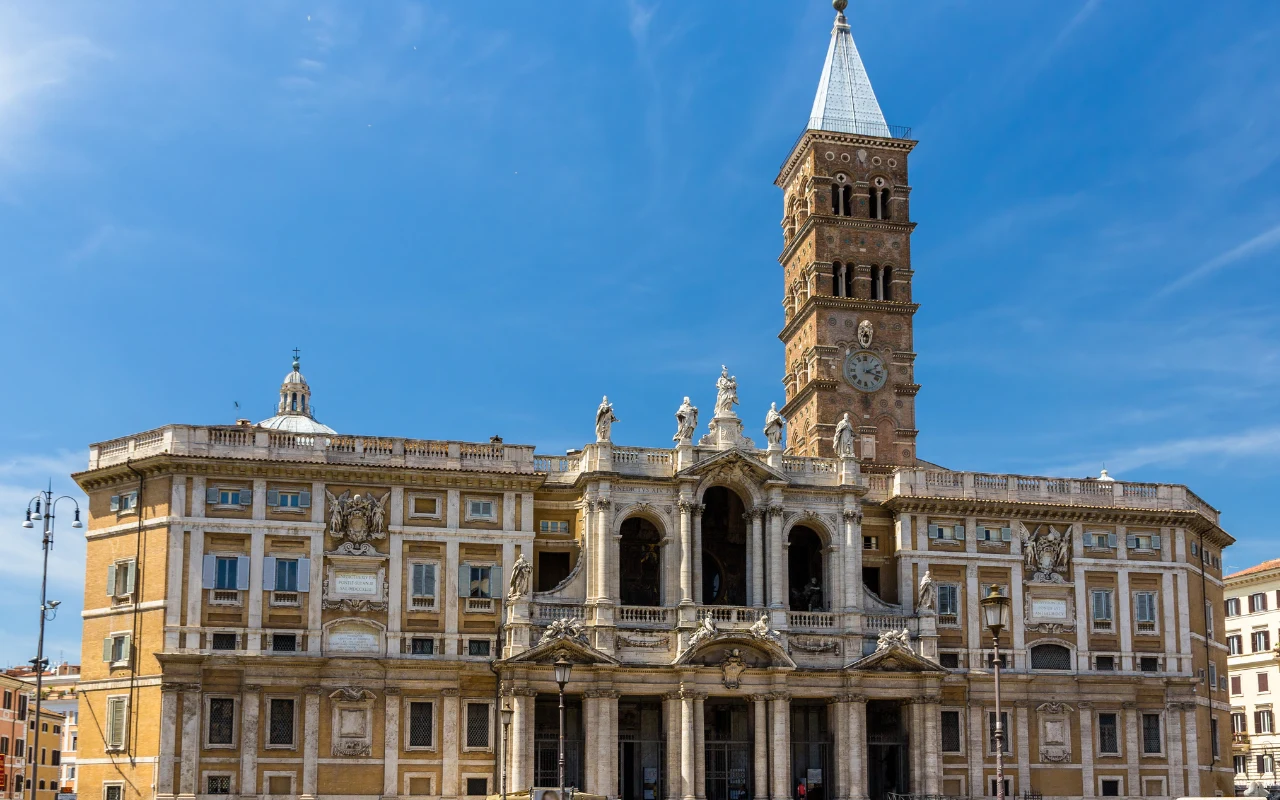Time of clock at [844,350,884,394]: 2:18
